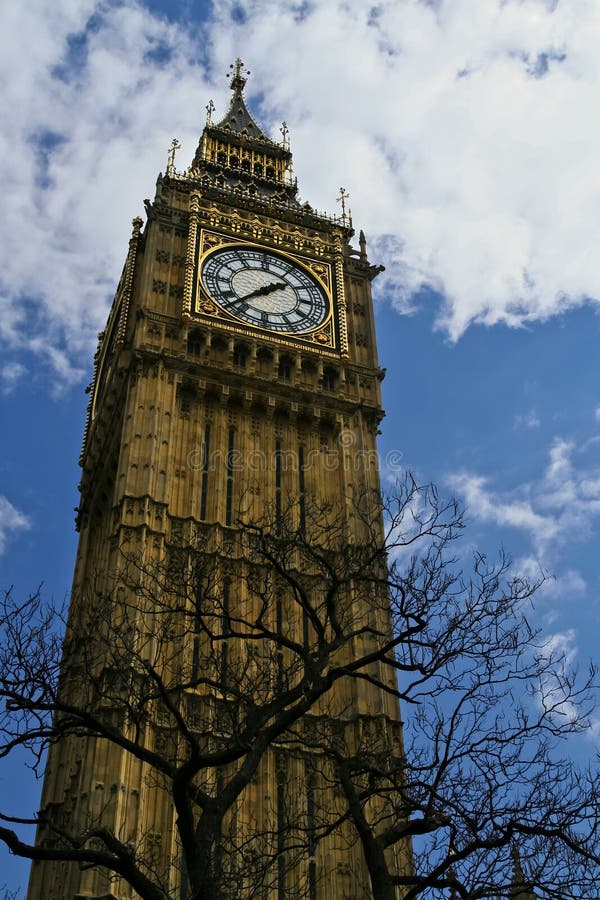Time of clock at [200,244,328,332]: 1:37
